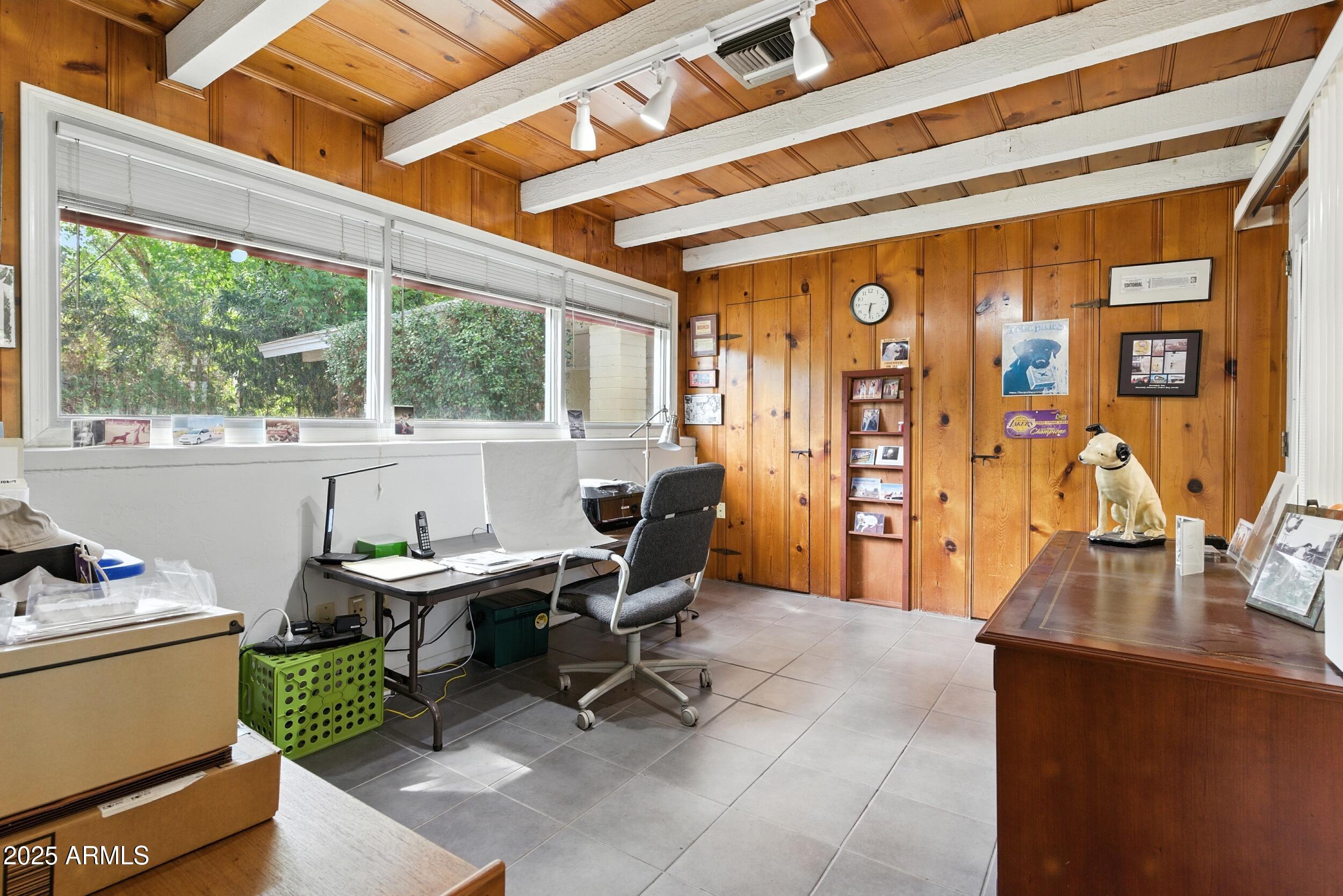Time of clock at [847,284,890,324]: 6:31
